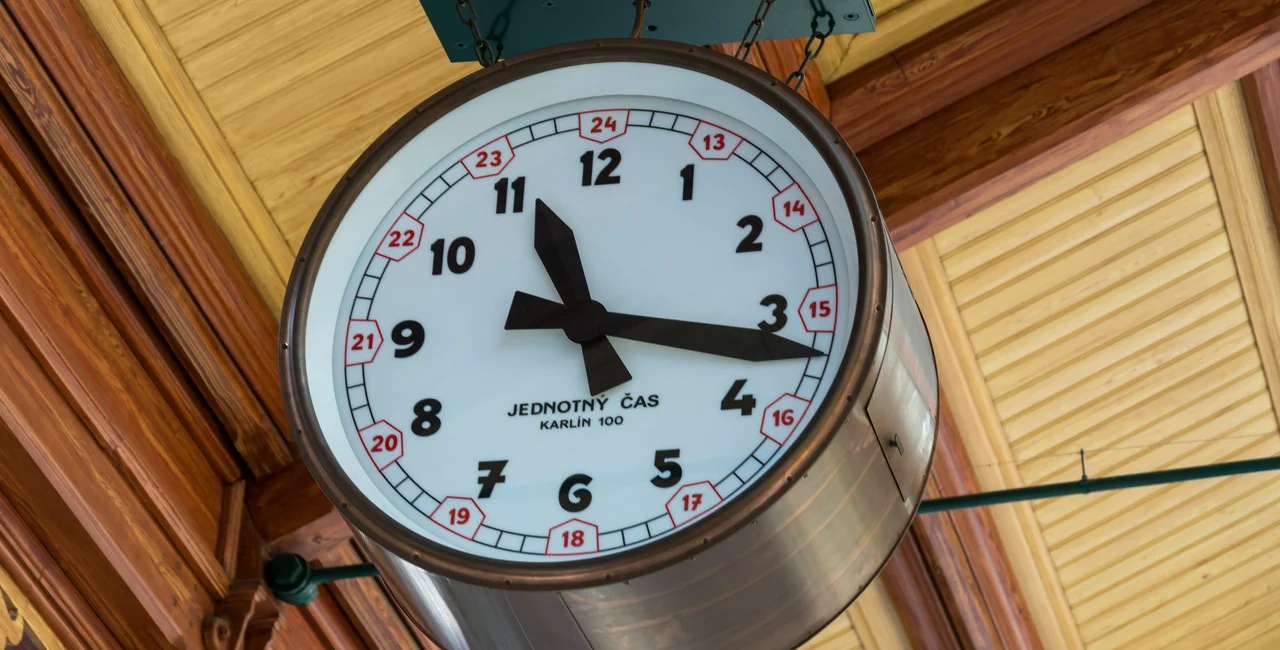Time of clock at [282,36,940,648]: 11:16
